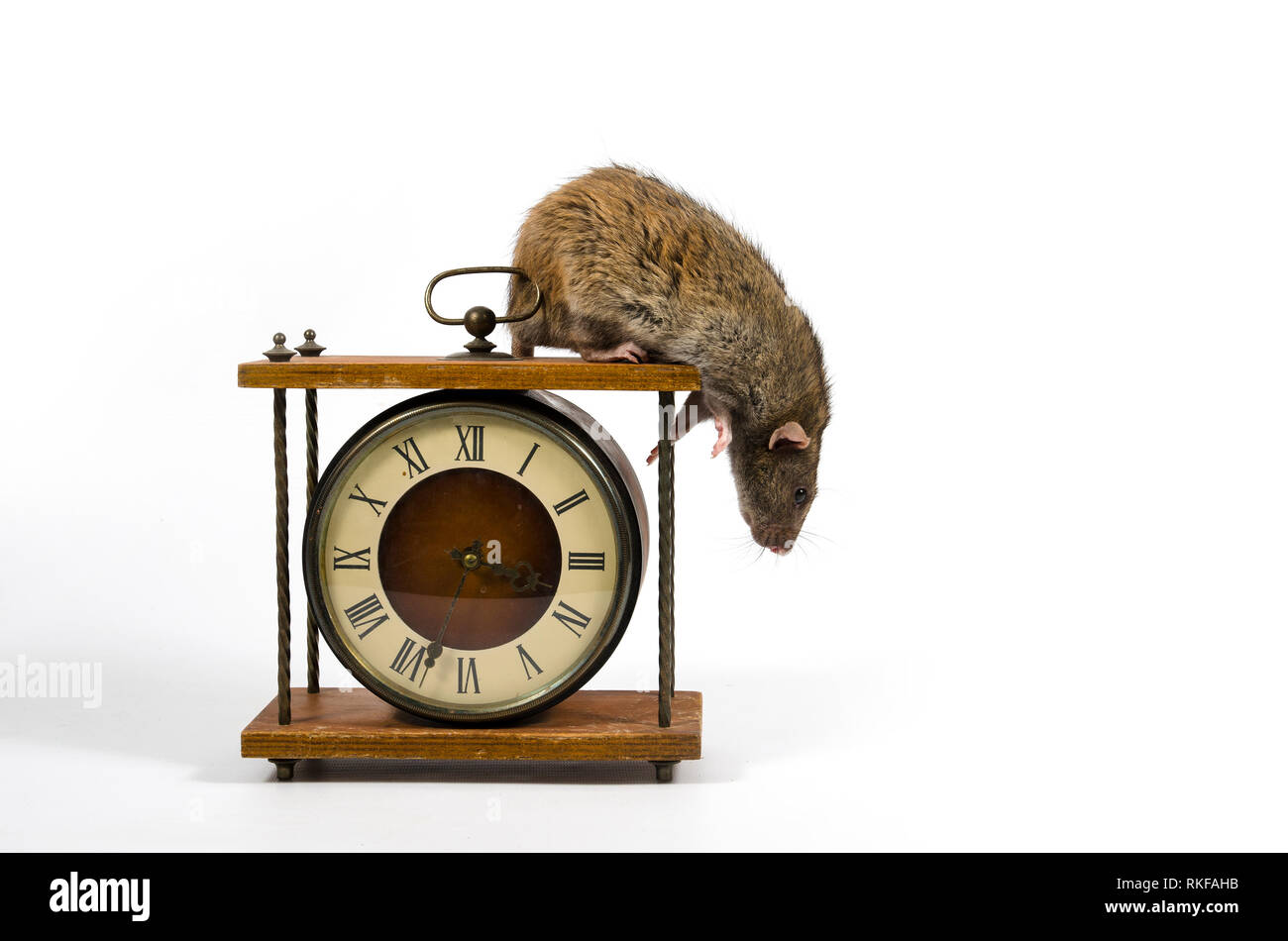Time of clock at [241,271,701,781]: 3:33
